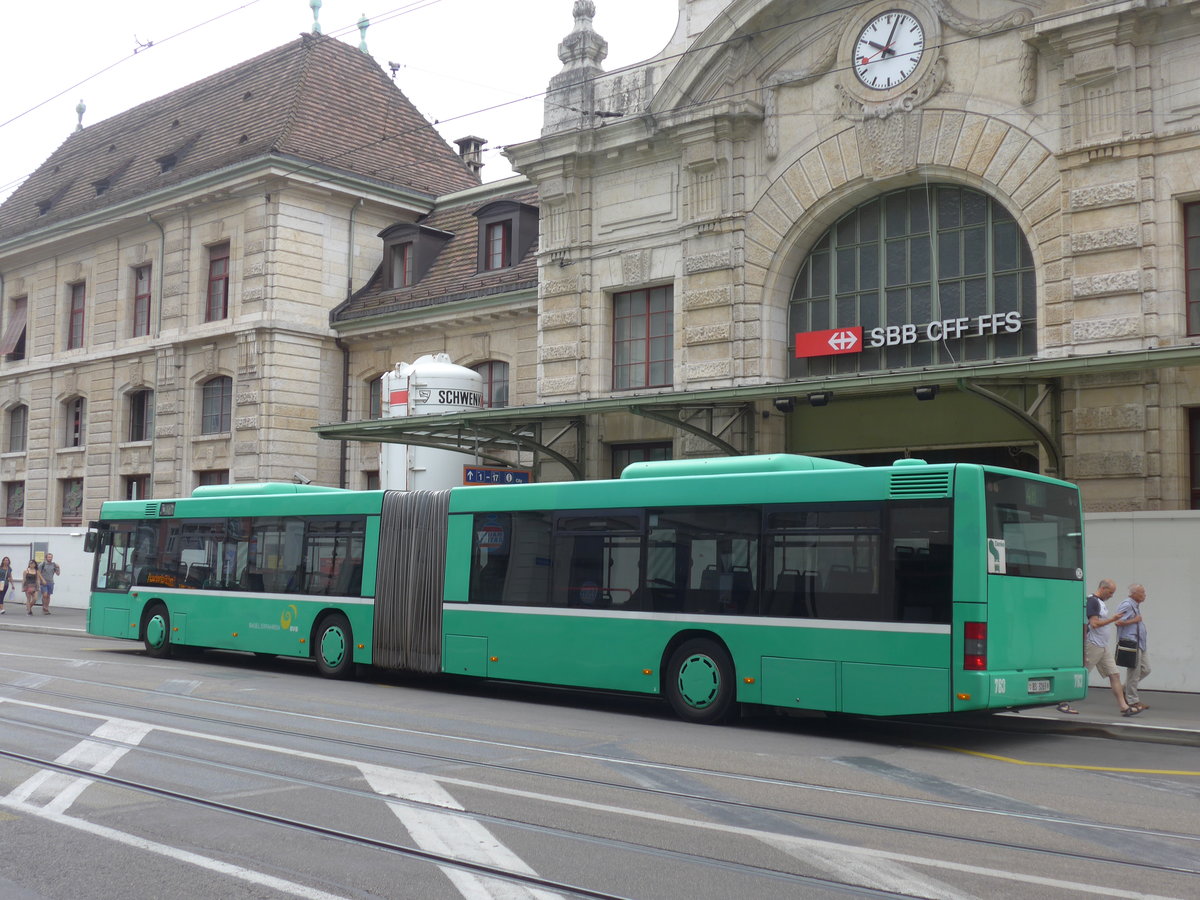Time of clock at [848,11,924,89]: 10:03
